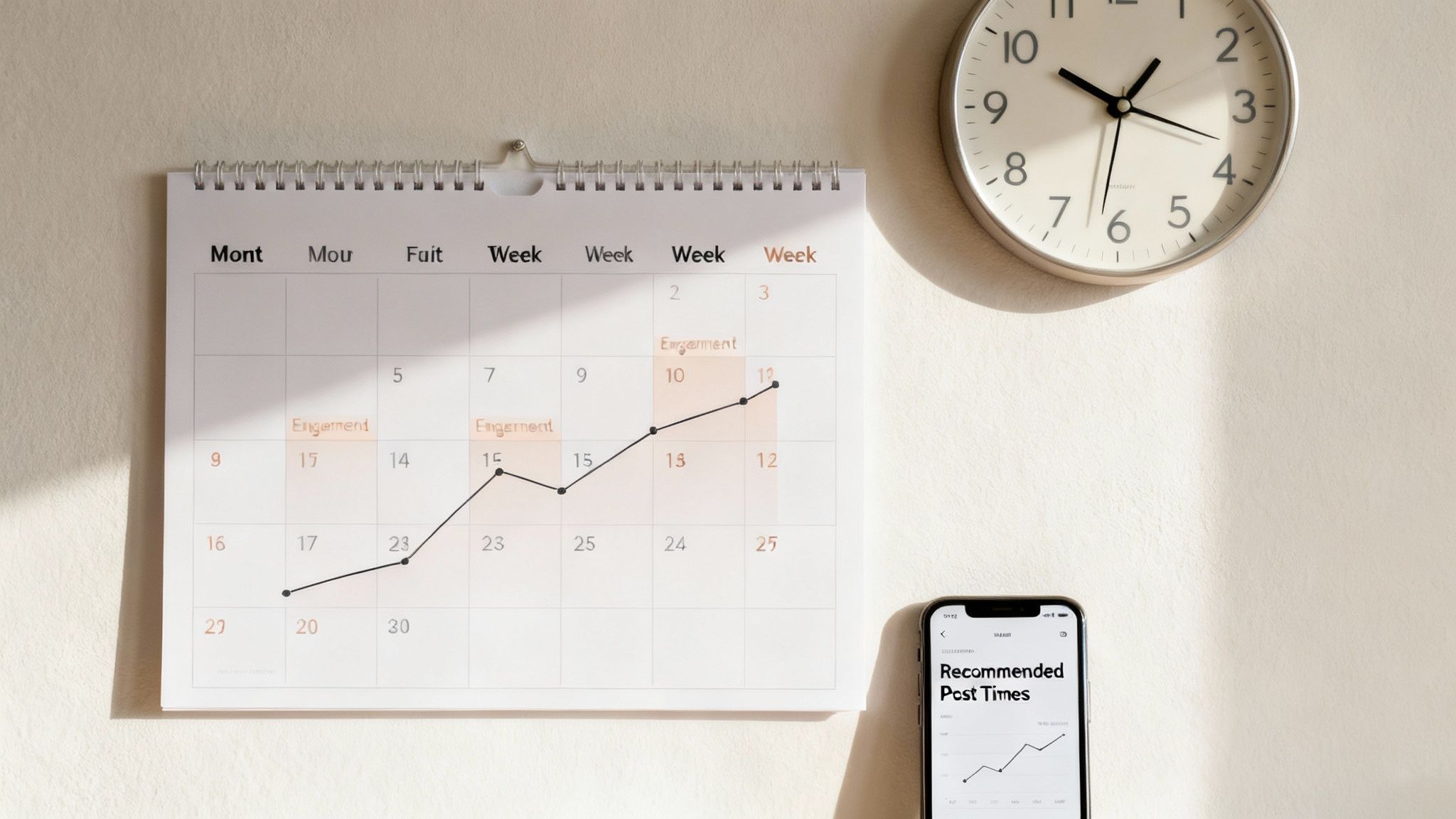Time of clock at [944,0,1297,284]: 1:18
